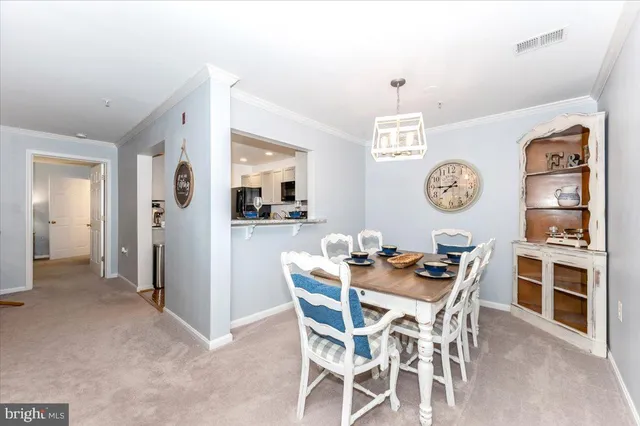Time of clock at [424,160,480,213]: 7:44
